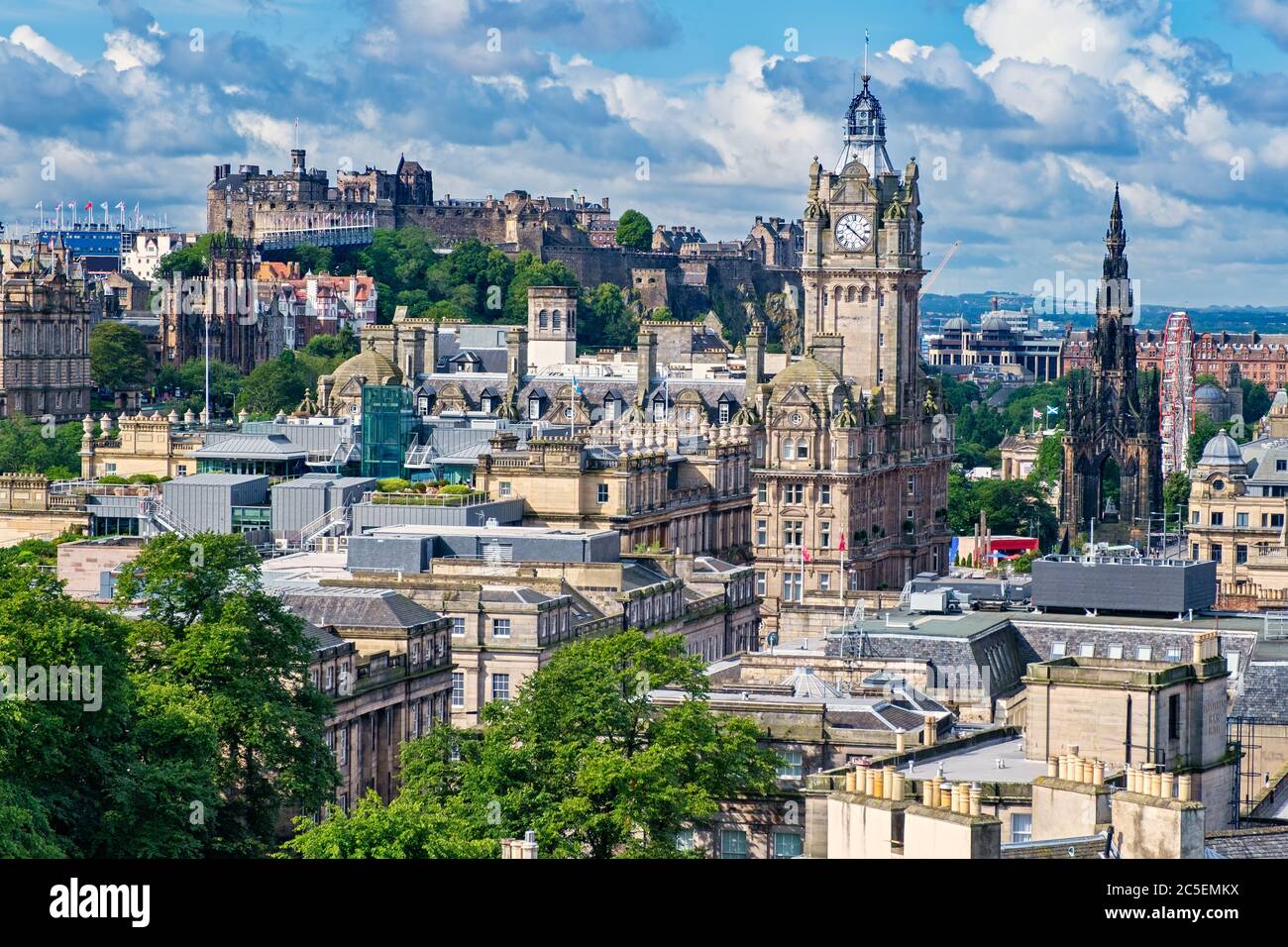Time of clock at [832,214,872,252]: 10:21
